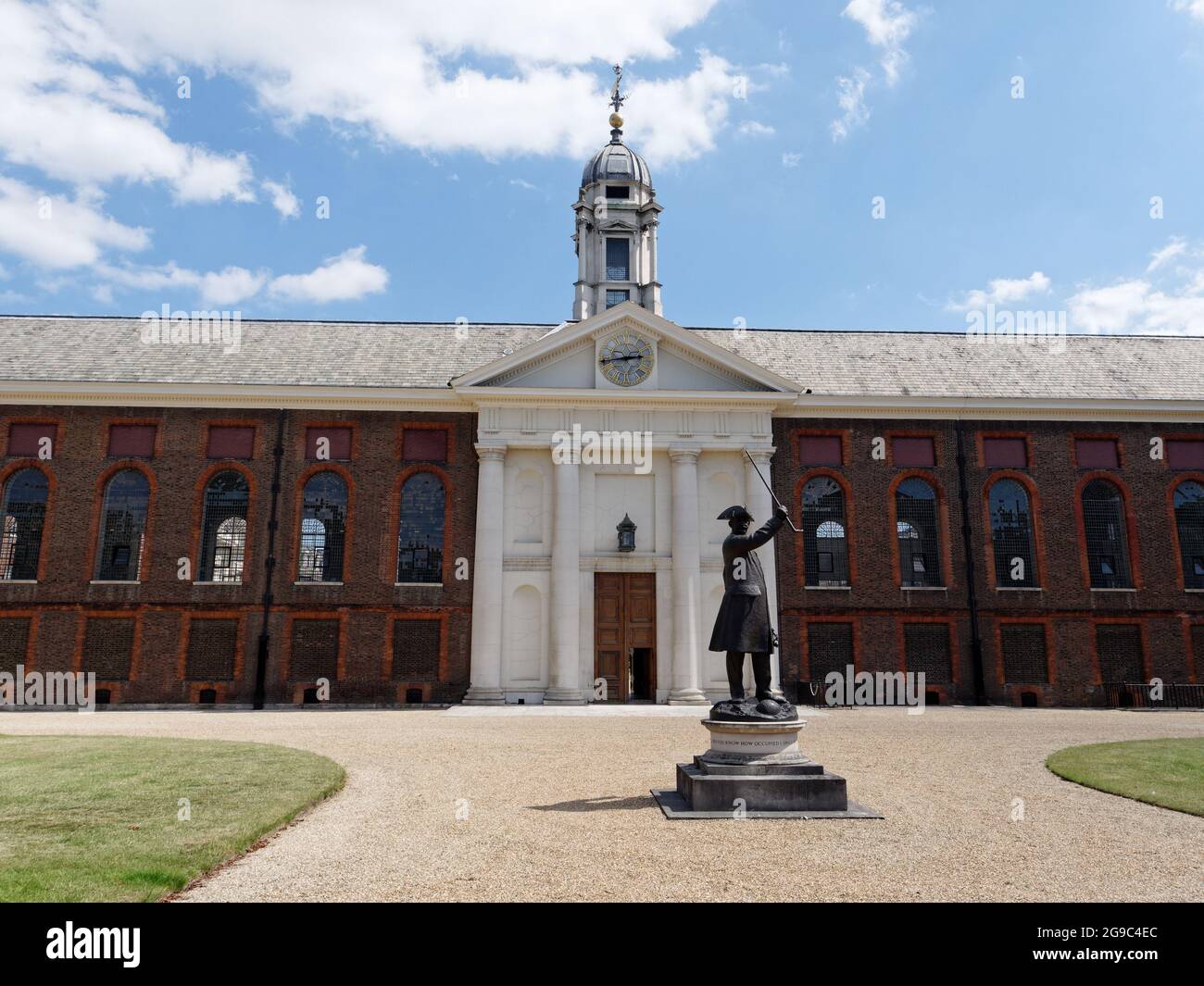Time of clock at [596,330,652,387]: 2:43
